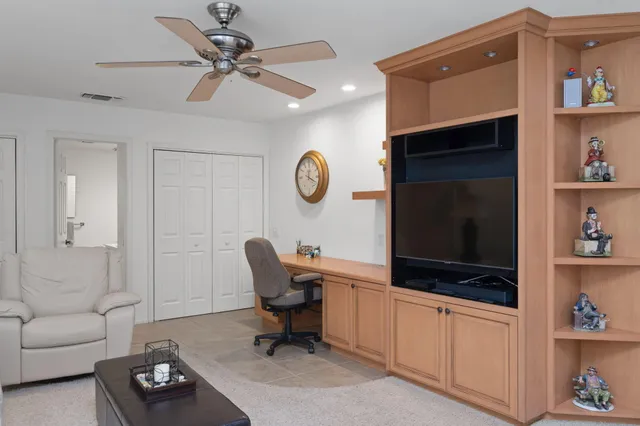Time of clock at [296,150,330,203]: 12:18
